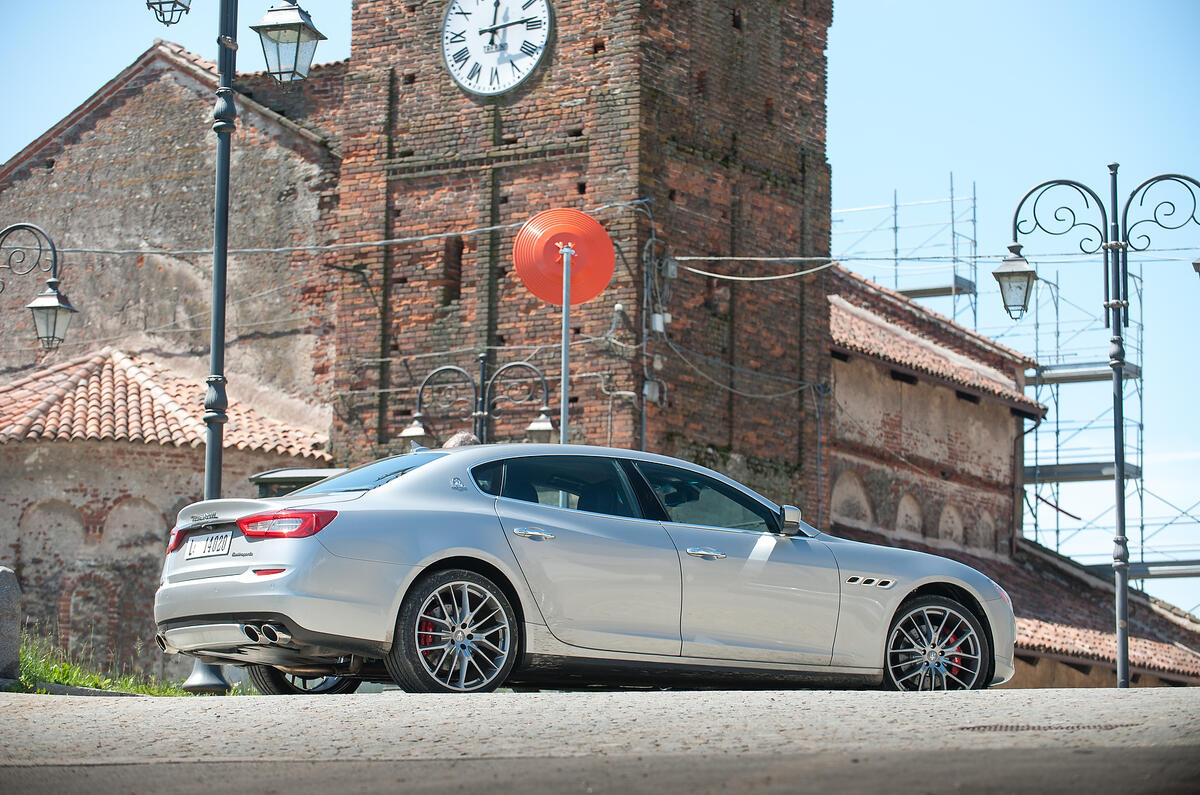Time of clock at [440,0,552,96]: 12:13
